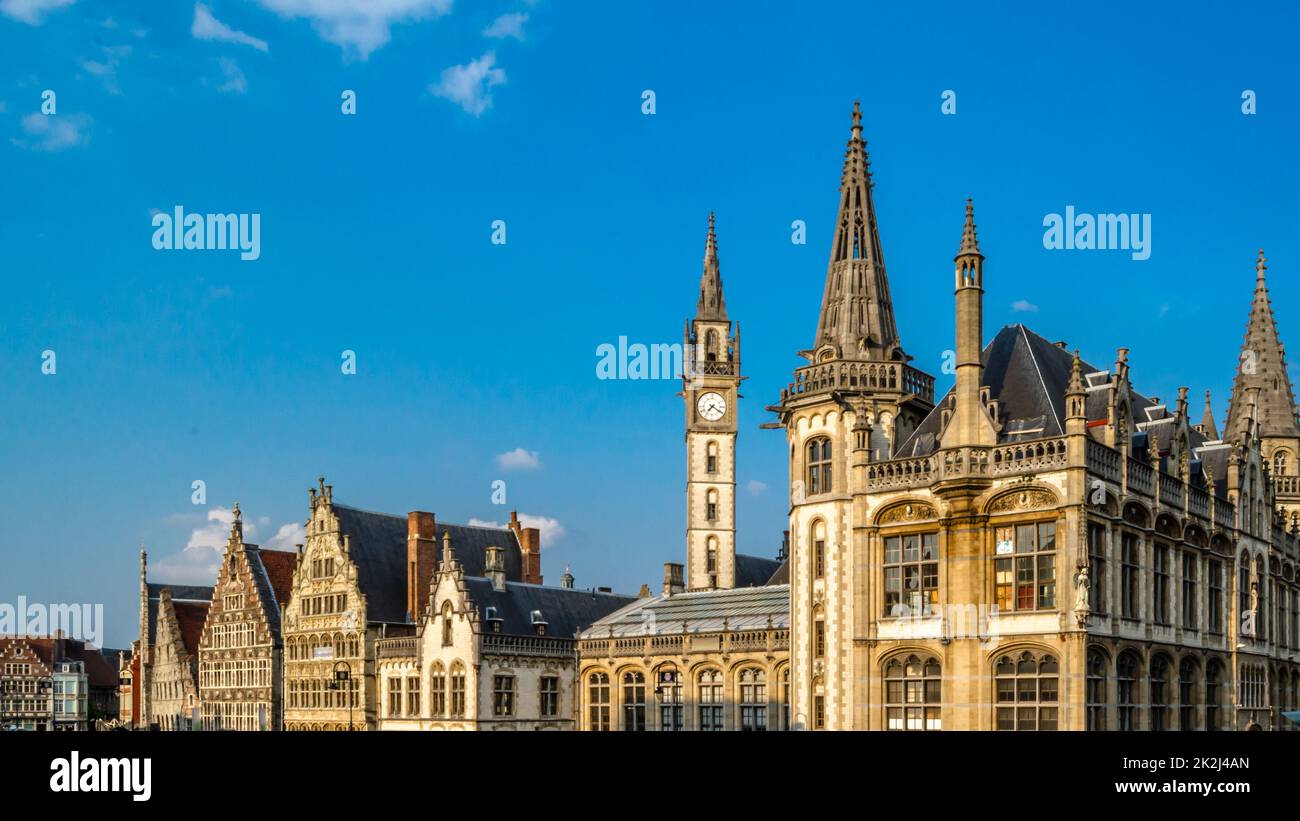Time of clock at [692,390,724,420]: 7:20
